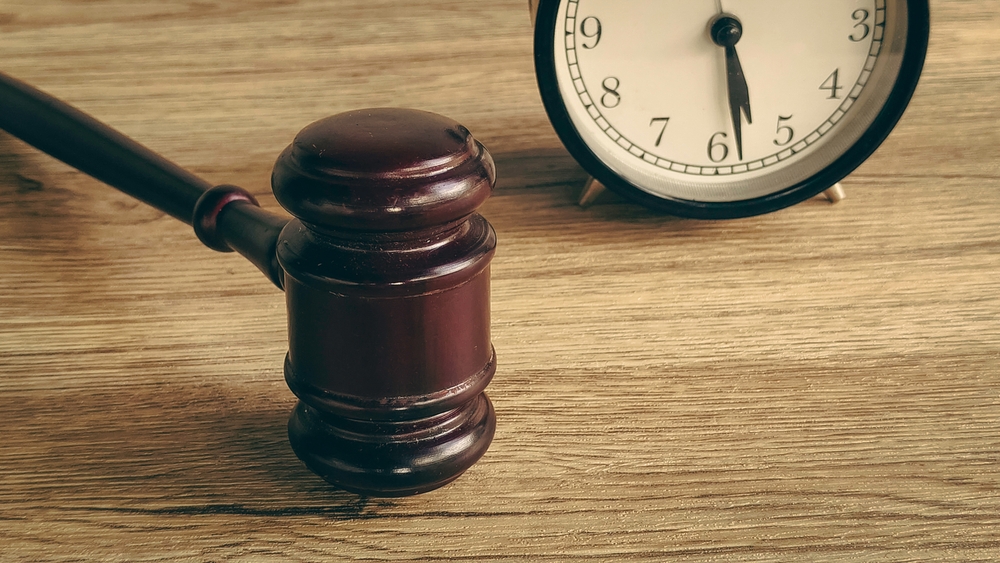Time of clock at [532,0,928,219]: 5:28
